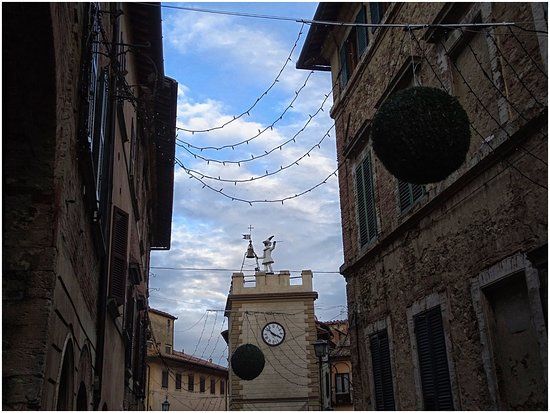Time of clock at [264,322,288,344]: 3:52
